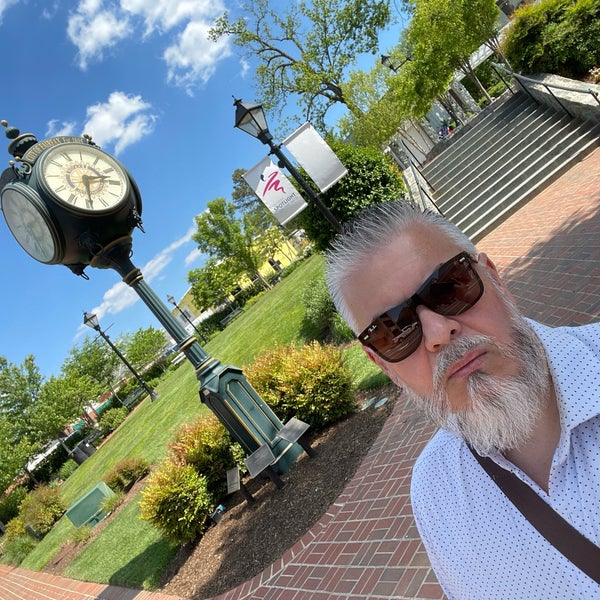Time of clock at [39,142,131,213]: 2:29
